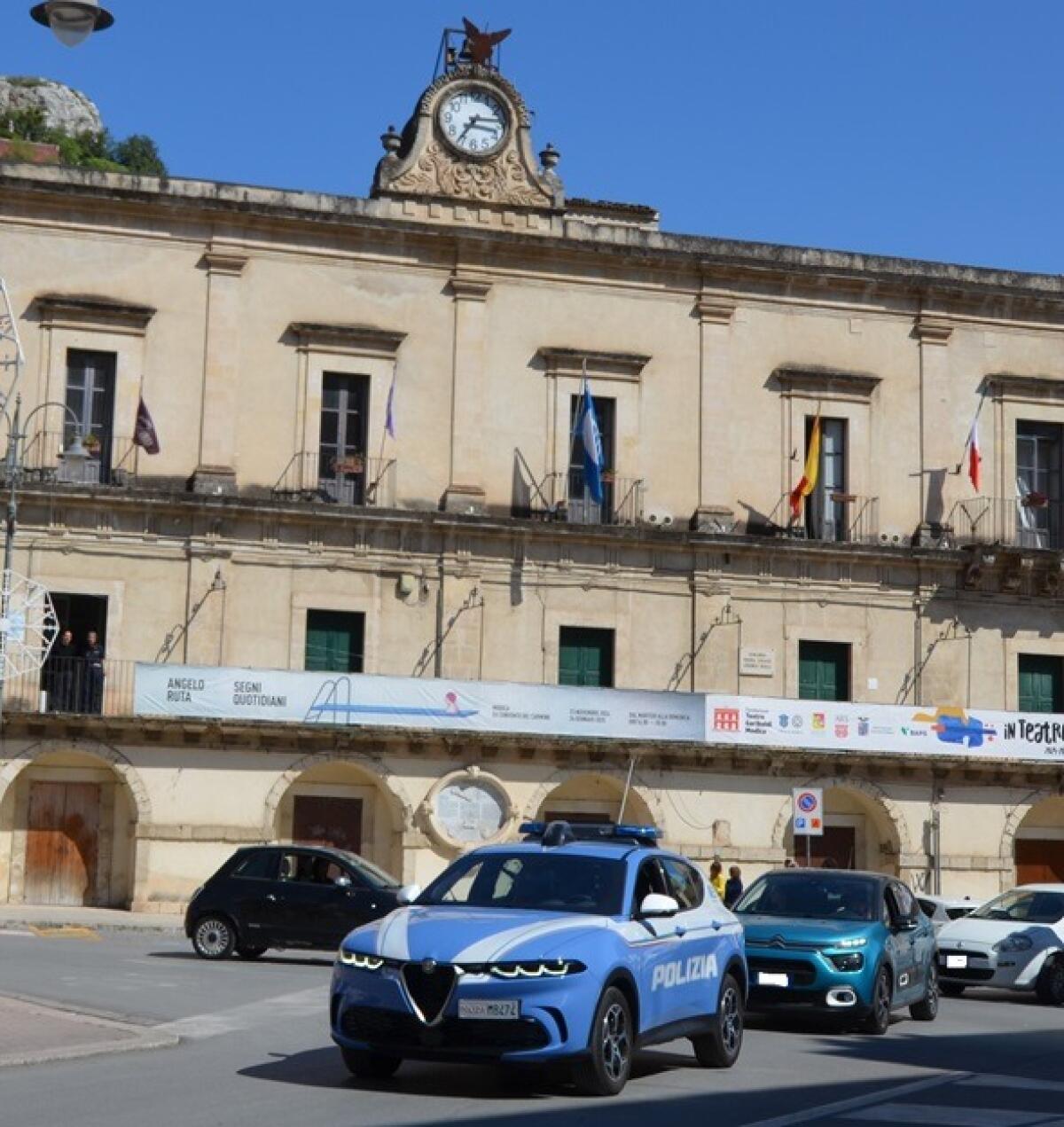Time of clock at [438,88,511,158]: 7:15
